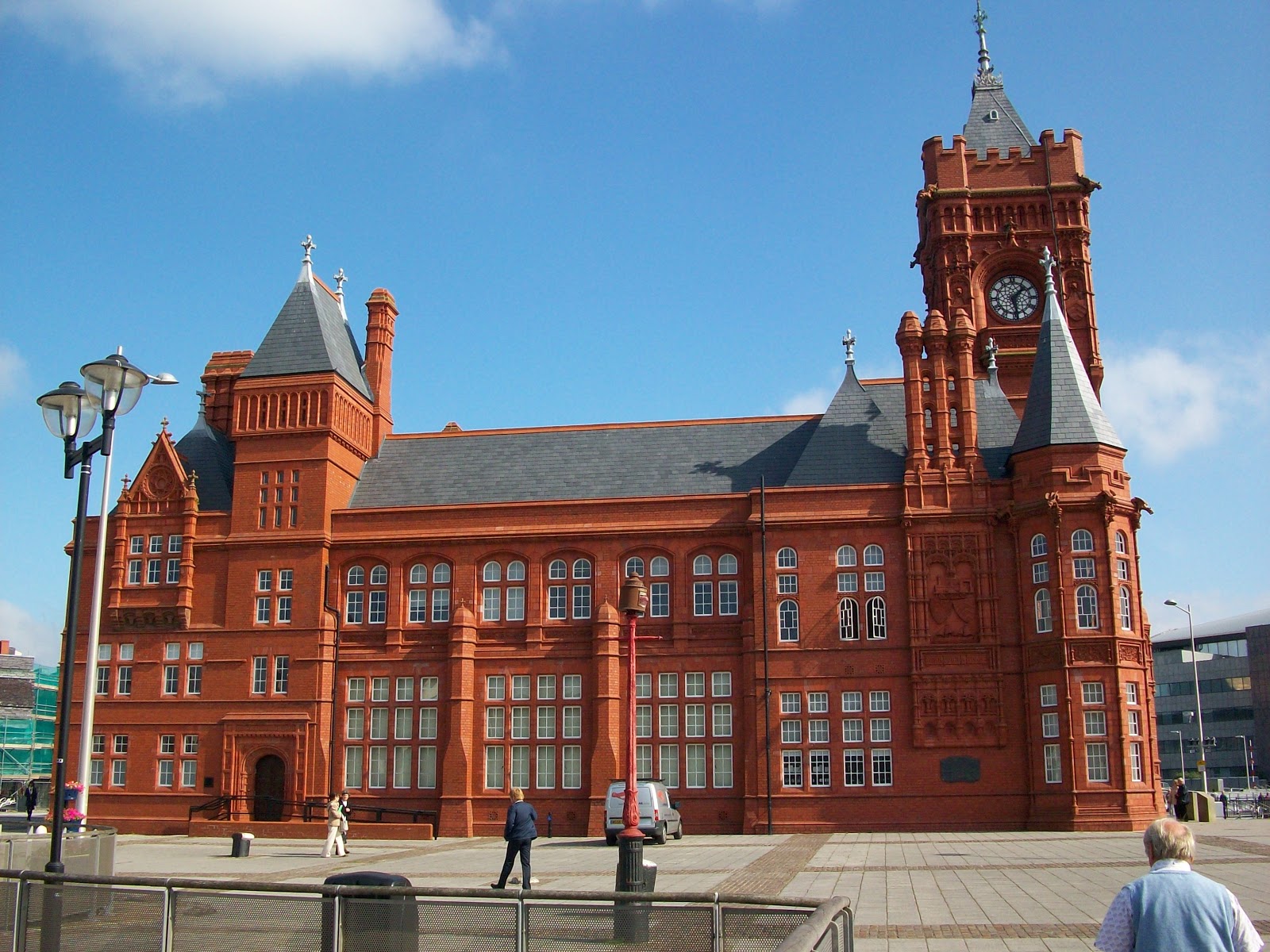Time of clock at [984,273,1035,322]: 1:28
